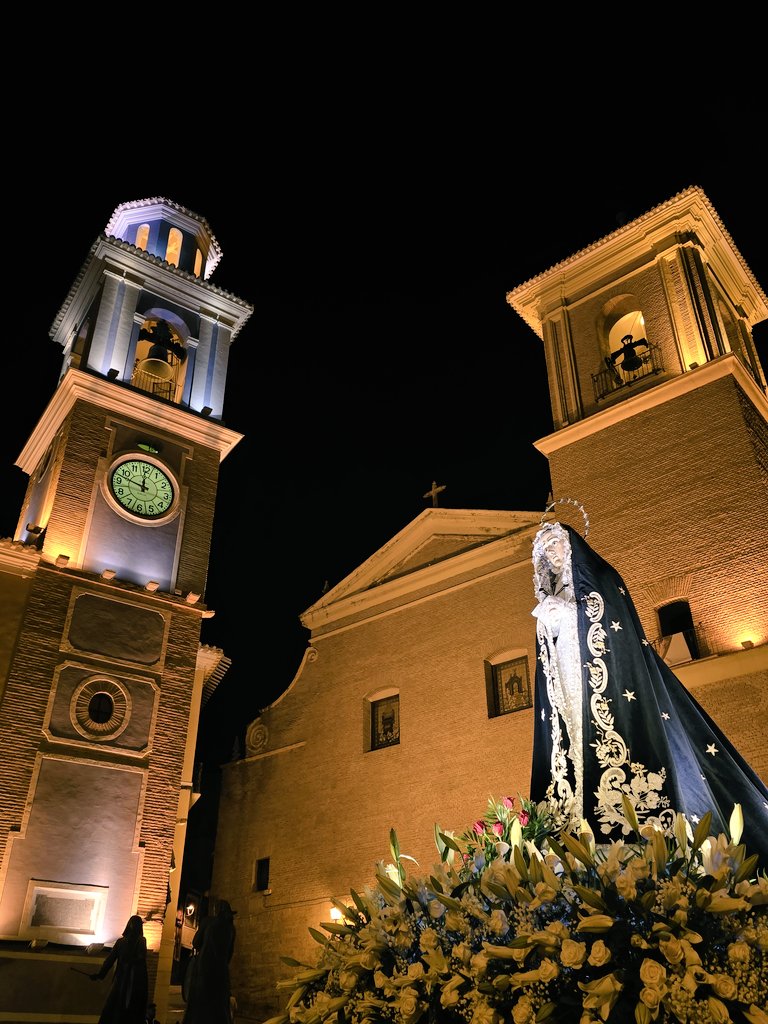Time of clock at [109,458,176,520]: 11:47
